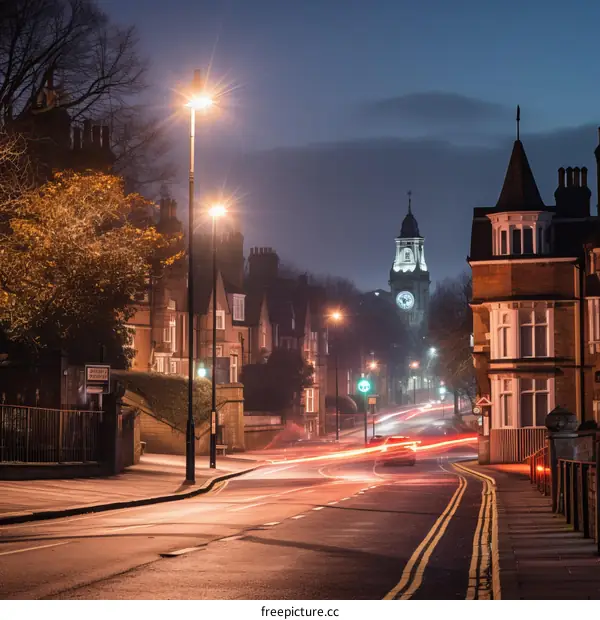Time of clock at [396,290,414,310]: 5:12
